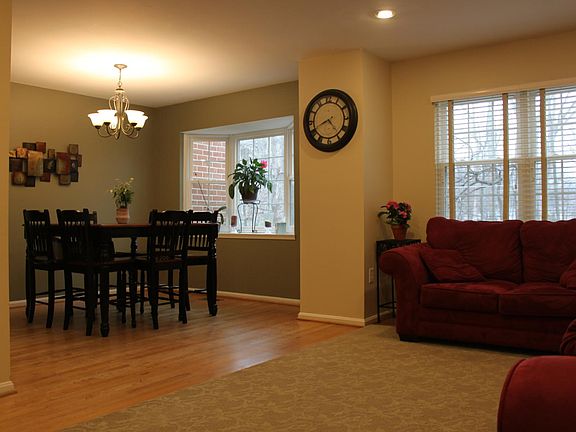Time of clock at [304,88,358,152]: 8:23
